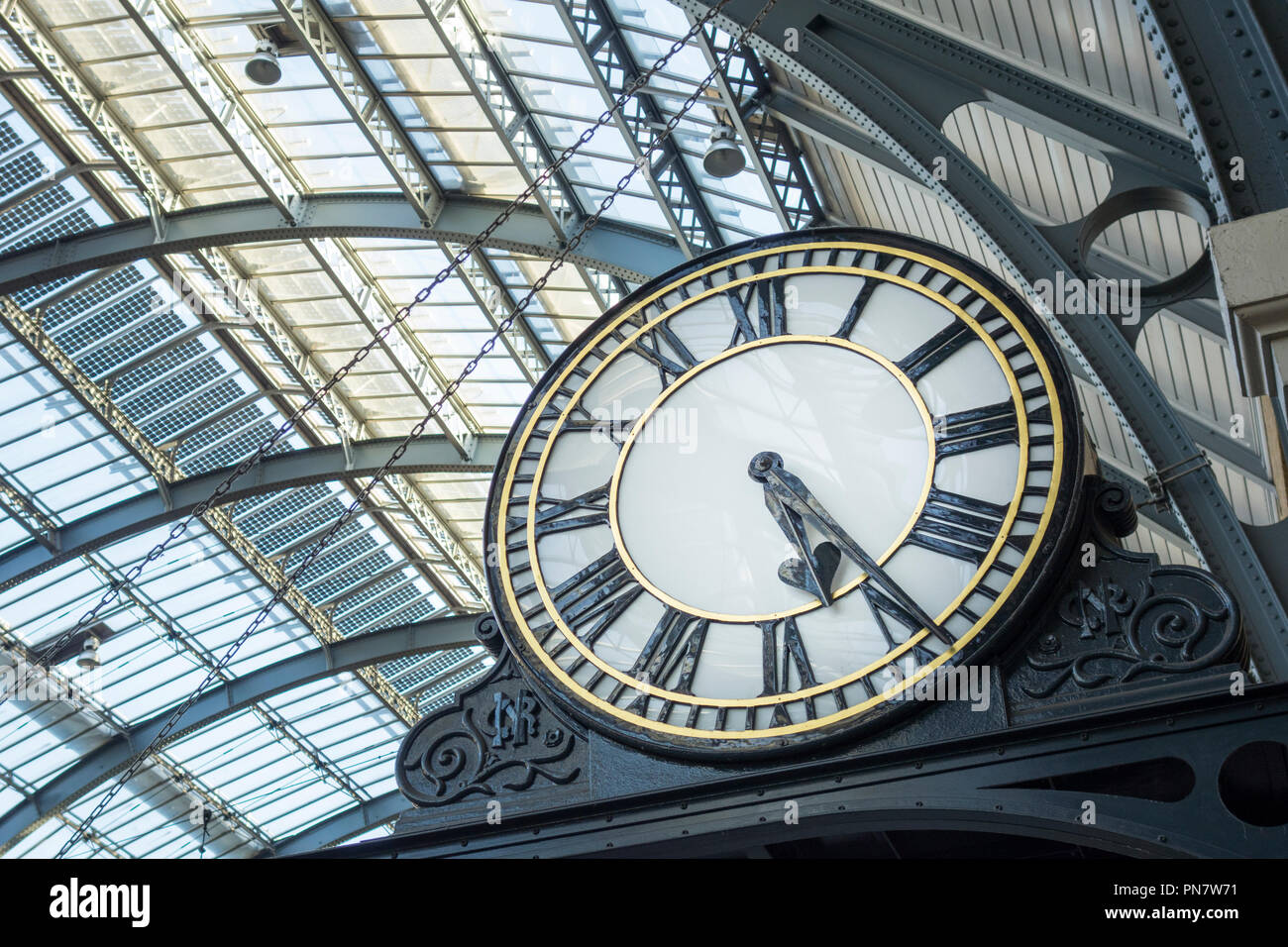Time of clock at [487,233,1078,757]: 5:24
